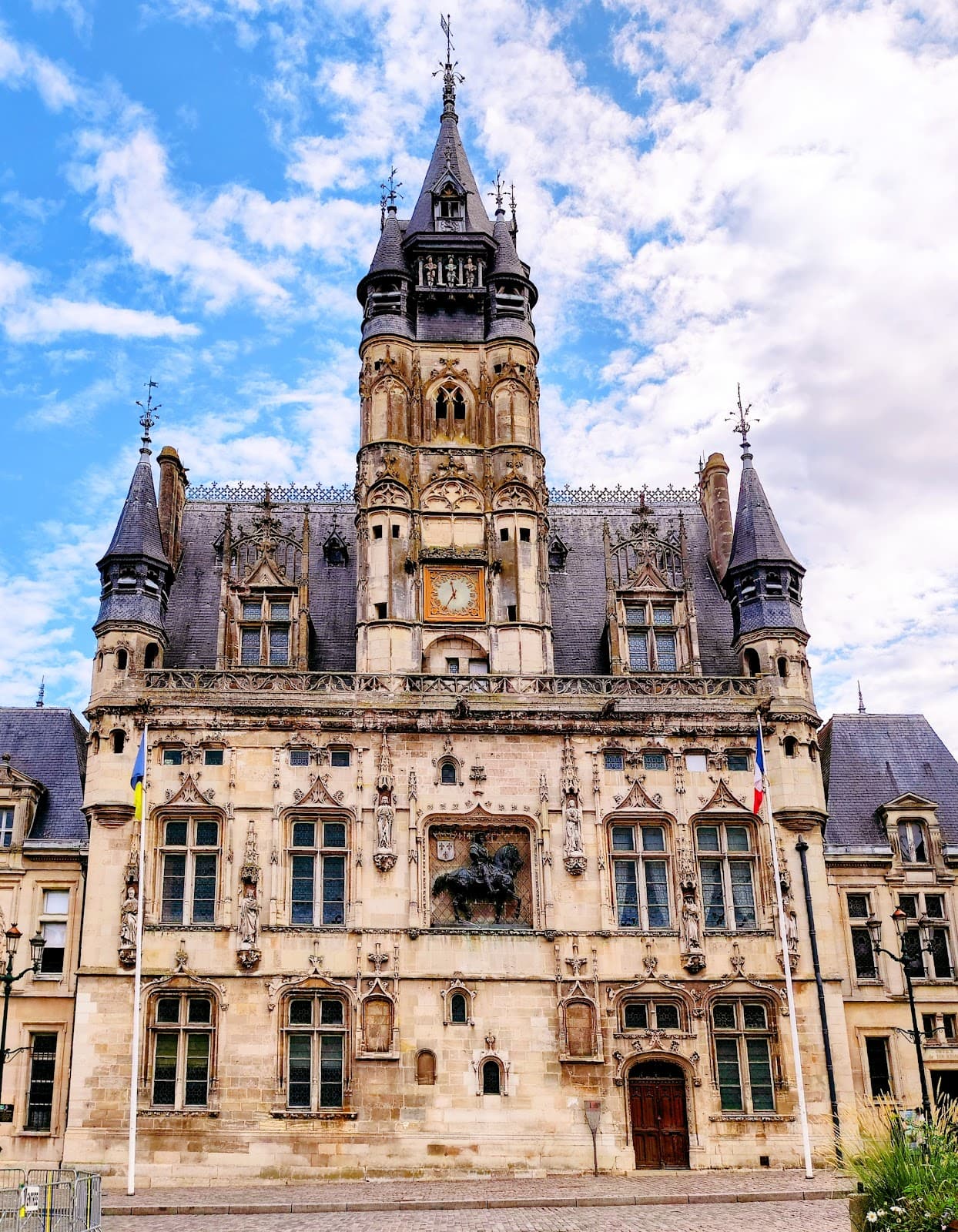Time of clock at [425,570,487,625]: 11:35
